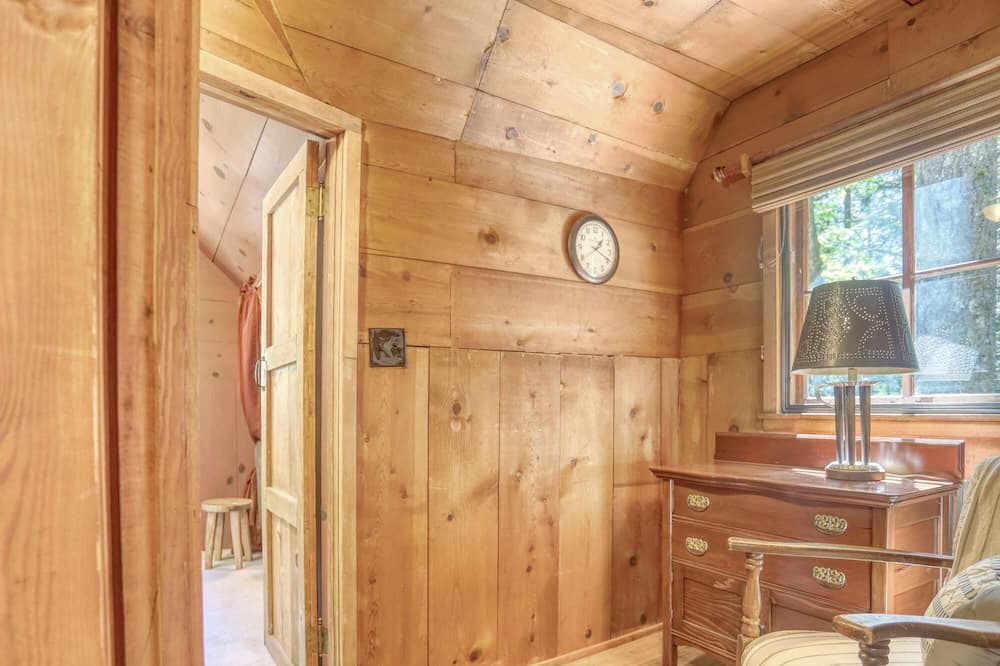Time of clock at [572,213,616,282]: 1:19
